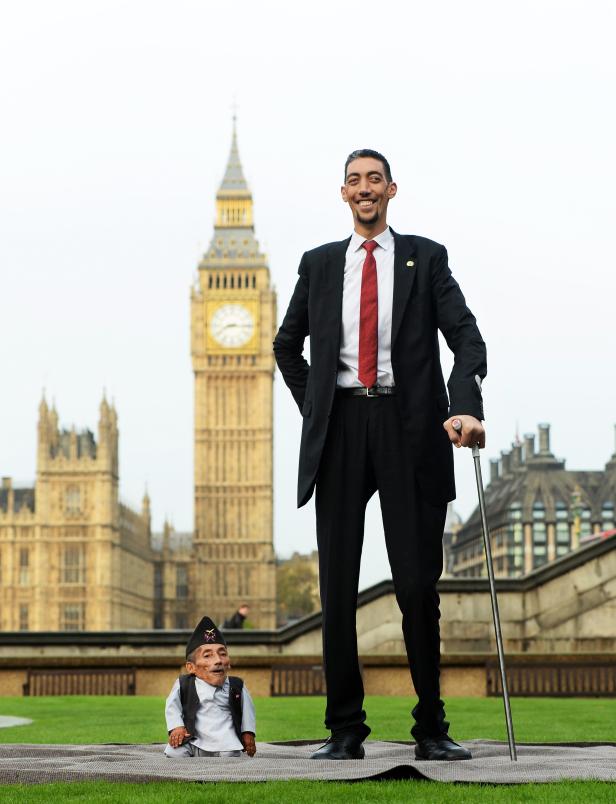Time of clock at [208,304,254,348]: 8:15
